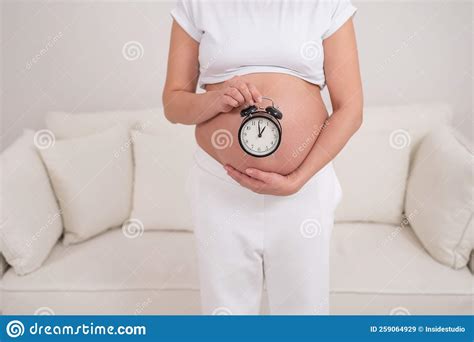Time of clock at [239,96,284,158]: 12:58
